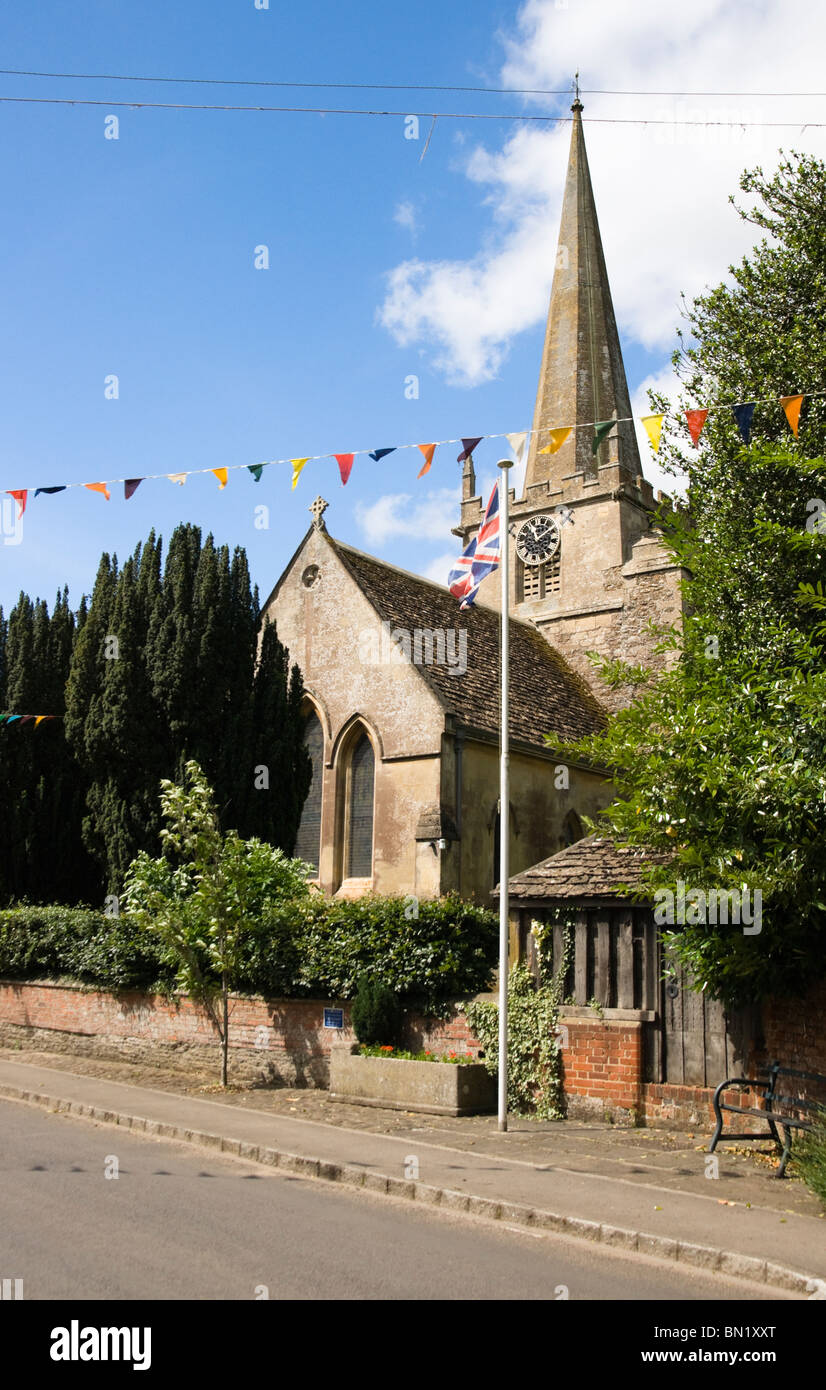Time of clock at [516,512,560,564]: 11:08
